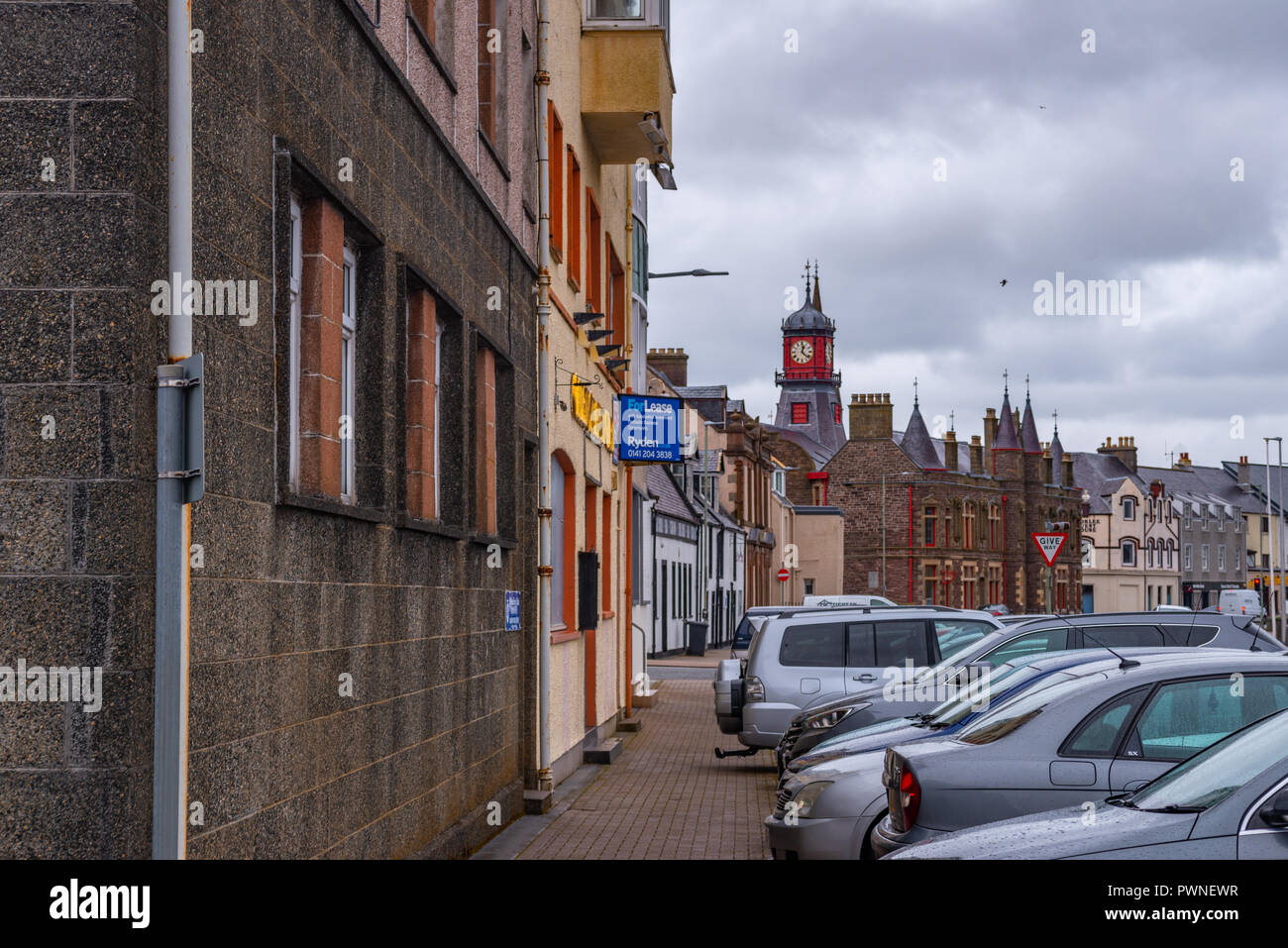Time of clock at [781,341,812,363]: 12:22
